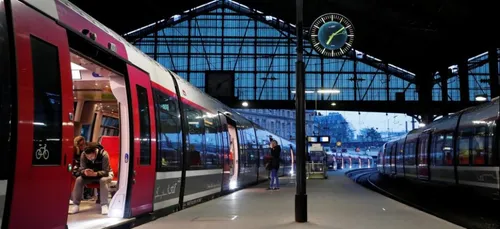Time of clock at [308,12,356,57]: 7:09
